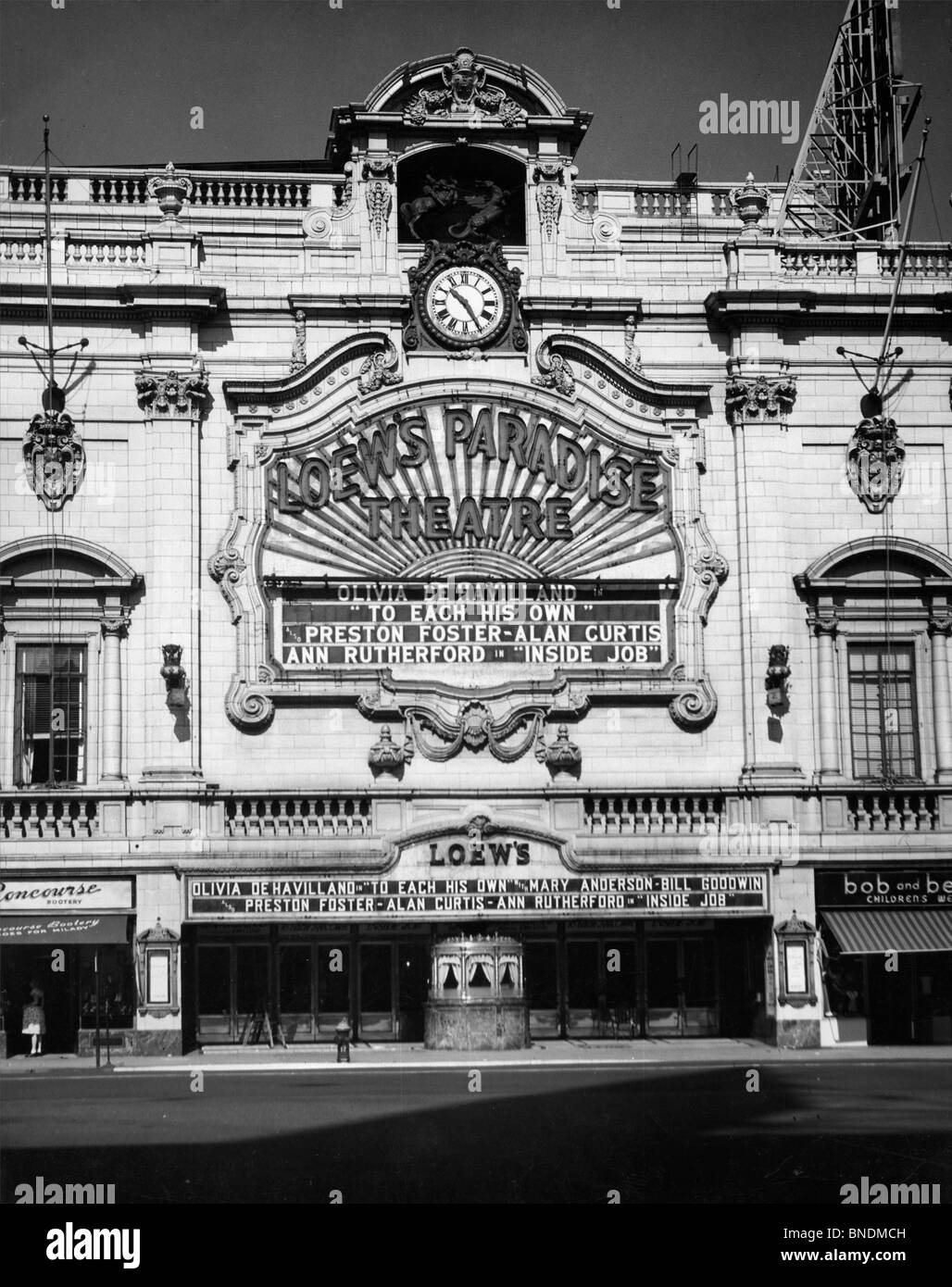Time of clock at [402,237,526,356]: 10:24
